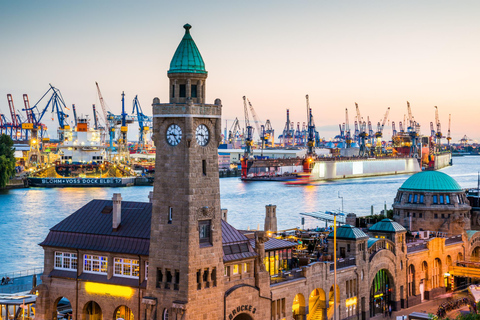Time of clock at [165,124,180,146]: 9:25
